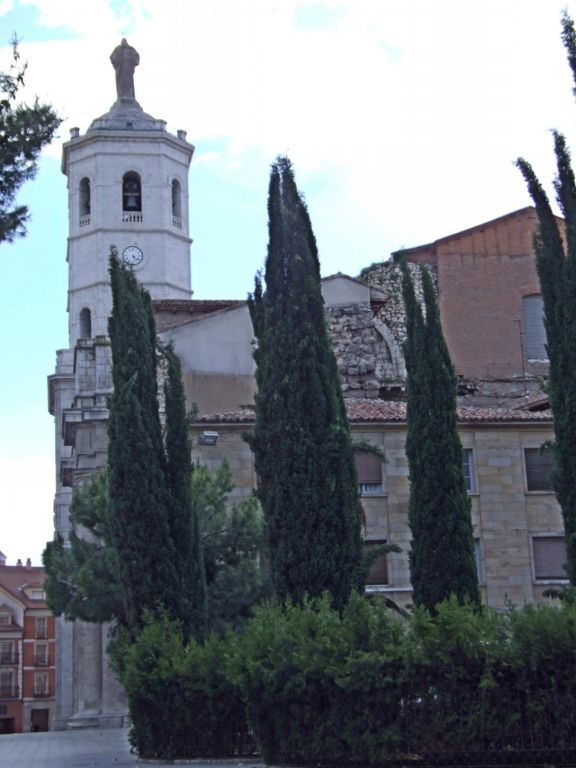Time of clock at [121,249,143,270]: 5:21
